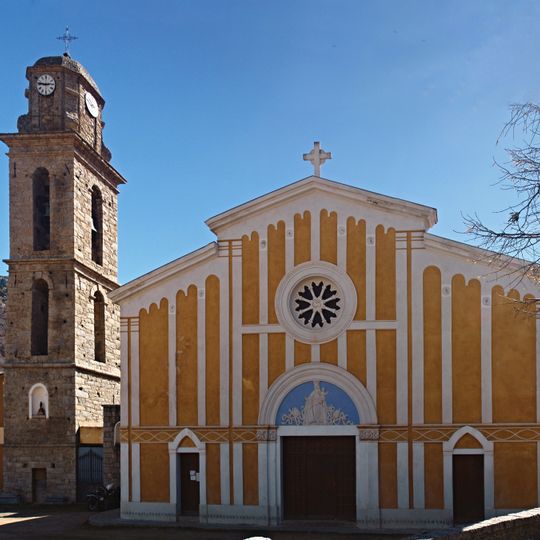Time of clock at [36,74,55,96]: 2:46
